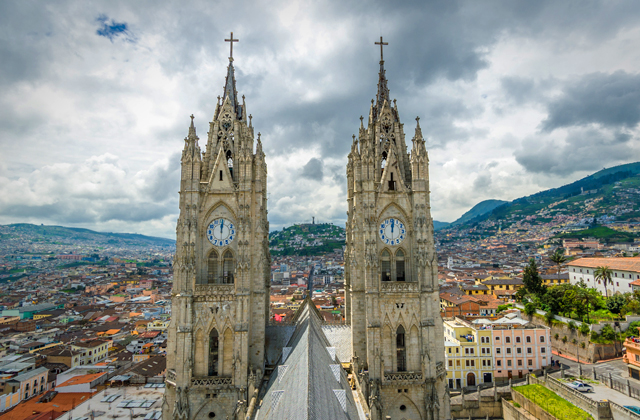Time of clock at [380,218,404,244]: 12:01
